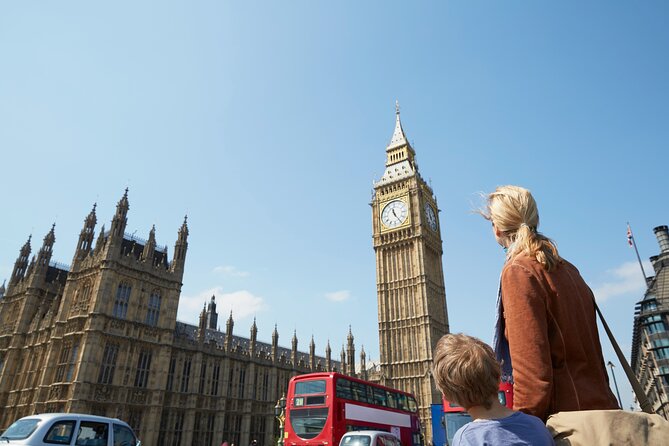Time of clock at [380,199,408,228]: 11:24
